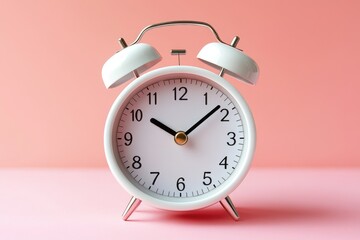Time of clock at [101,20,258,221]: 10:08
